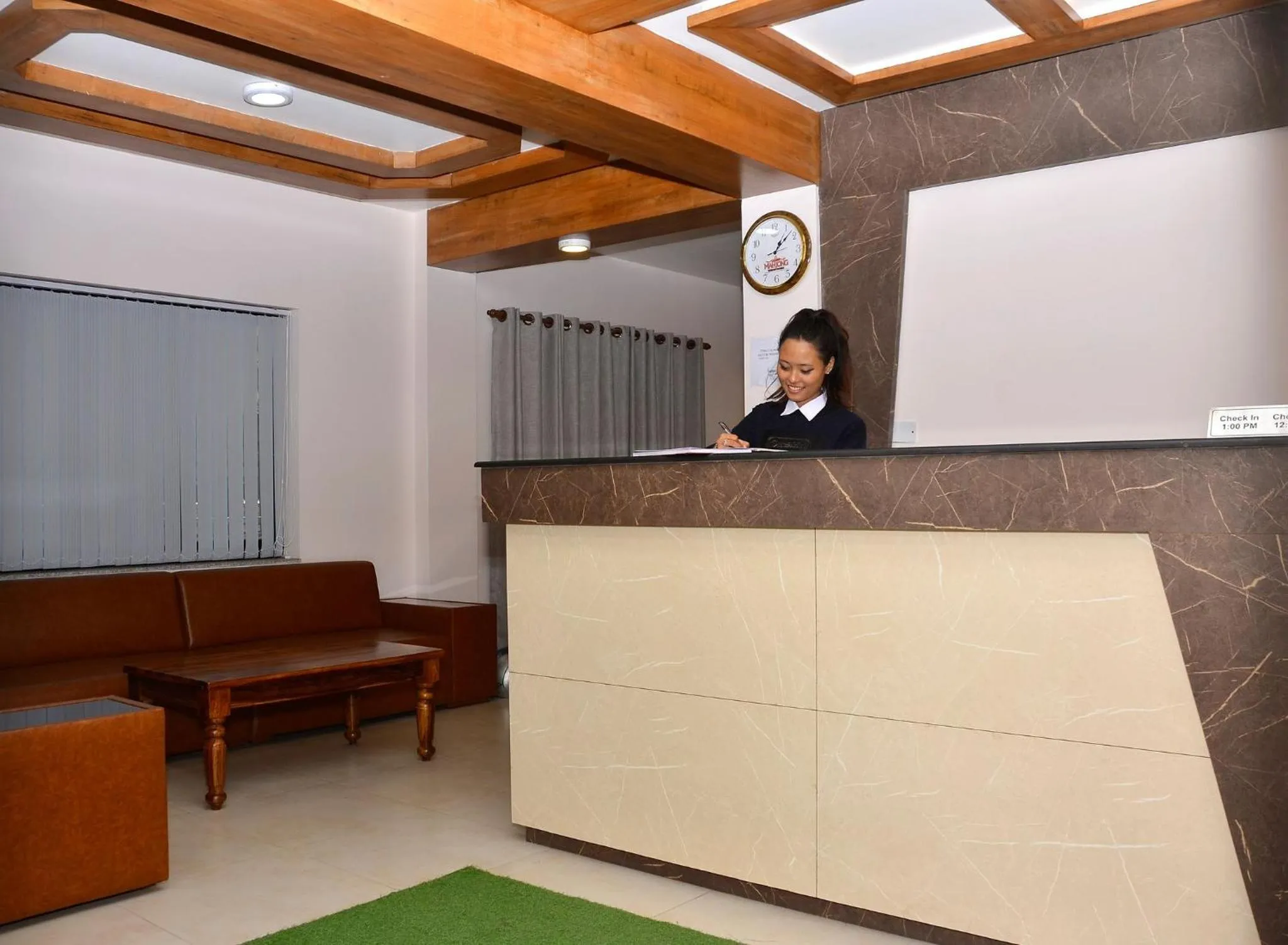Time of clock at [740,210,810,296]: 1:07
